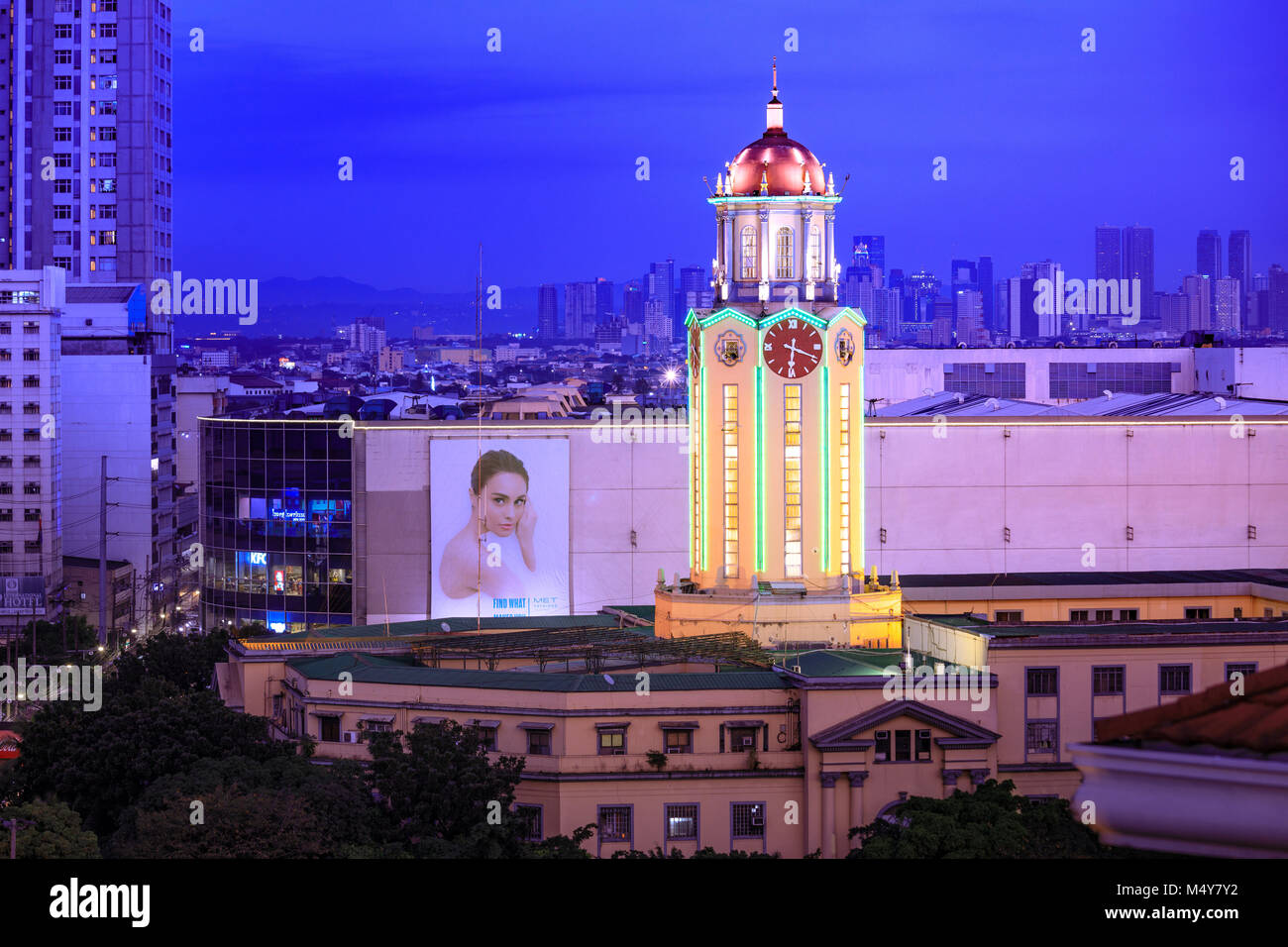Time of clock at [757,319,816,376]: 6:18
